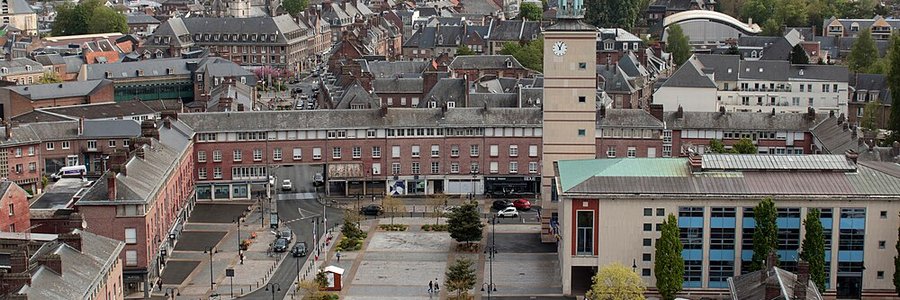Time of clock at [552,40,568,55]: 11:03
